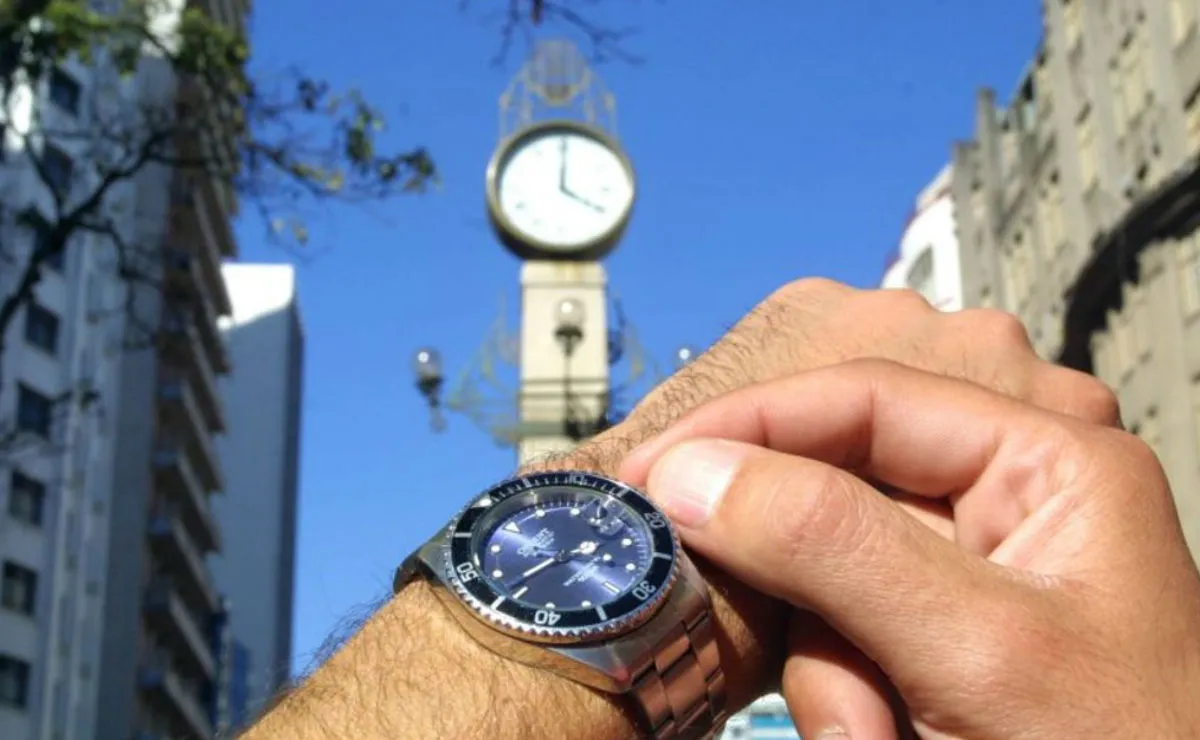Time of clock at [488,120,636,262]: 4:00
